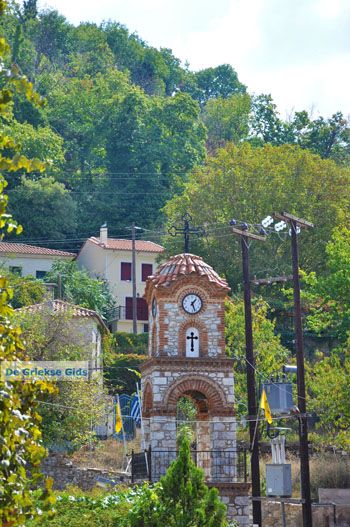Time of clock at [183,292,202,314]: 1:26
